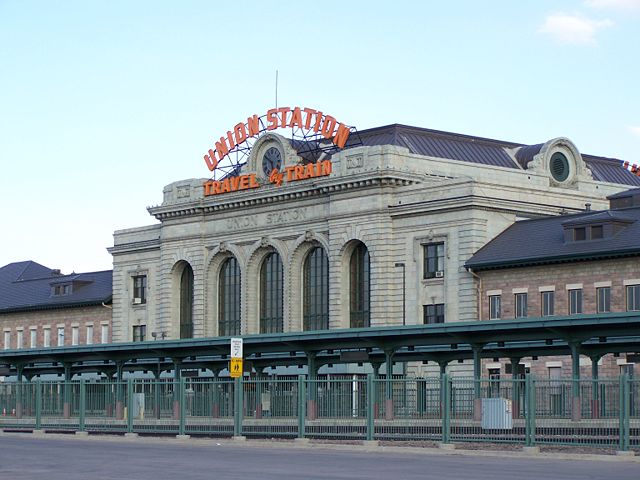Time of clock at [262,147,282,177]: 5:49
